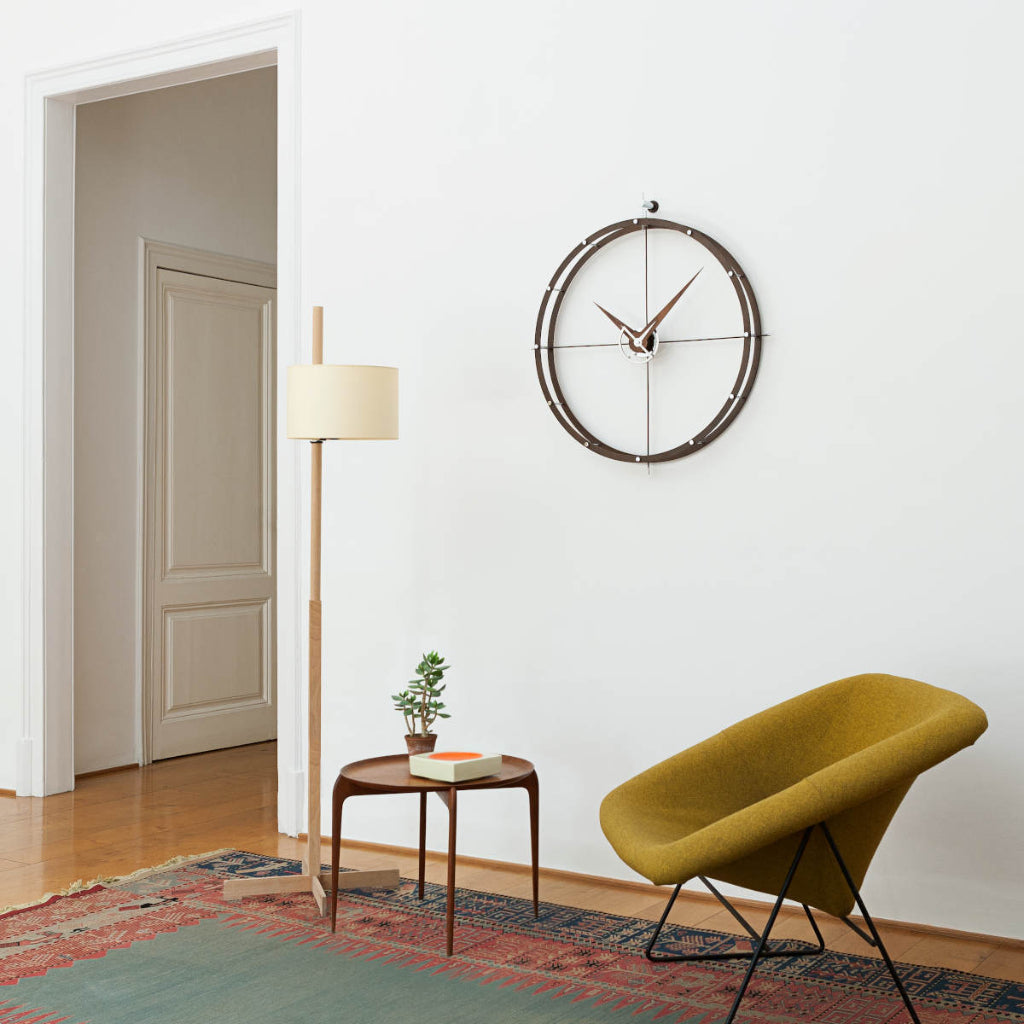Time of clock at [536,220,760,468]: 10:07
